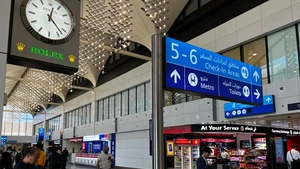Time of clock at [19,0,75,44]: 12:22
